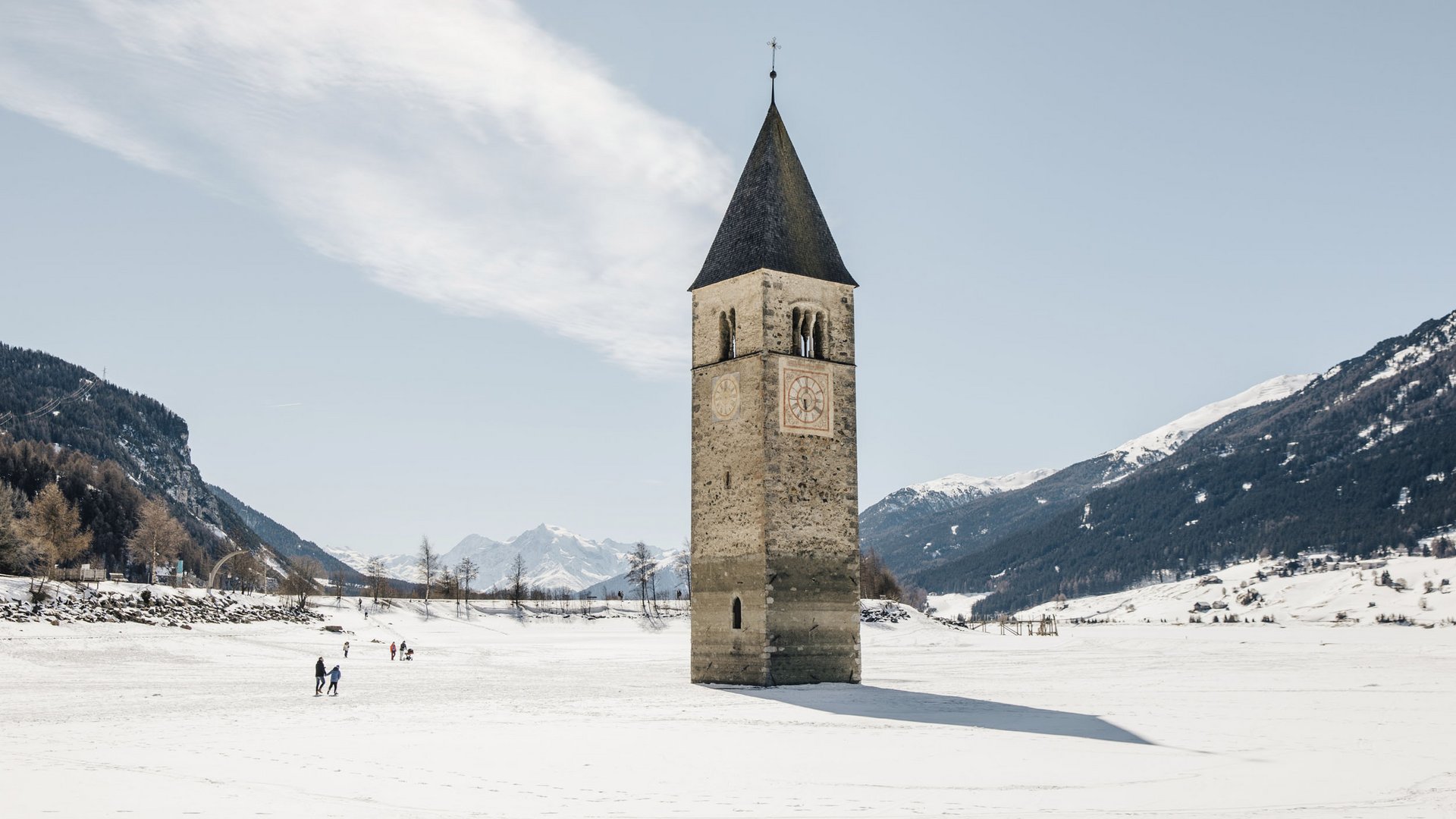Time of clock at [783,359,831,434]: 5:59
